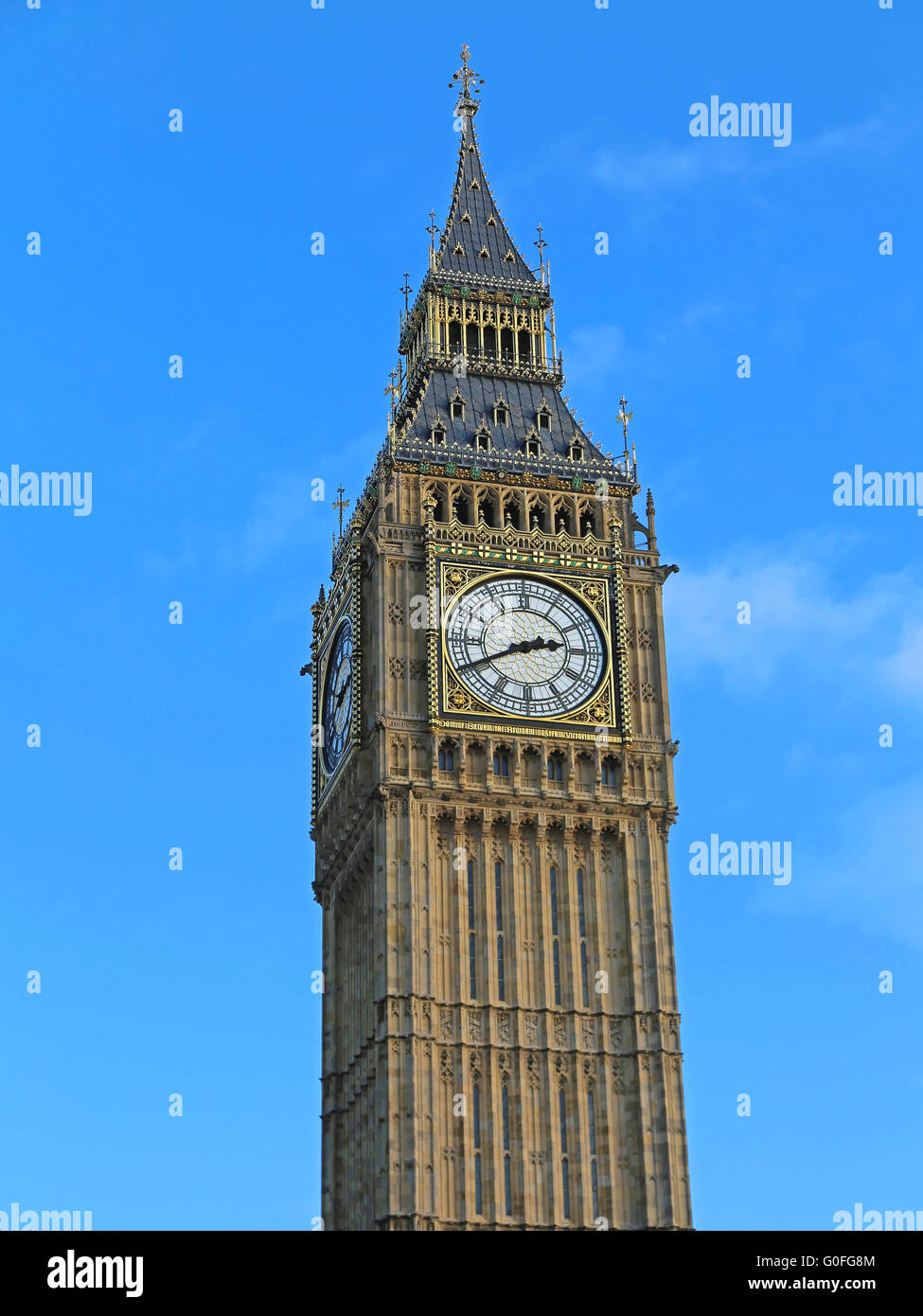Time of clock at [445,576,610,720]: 2:40
